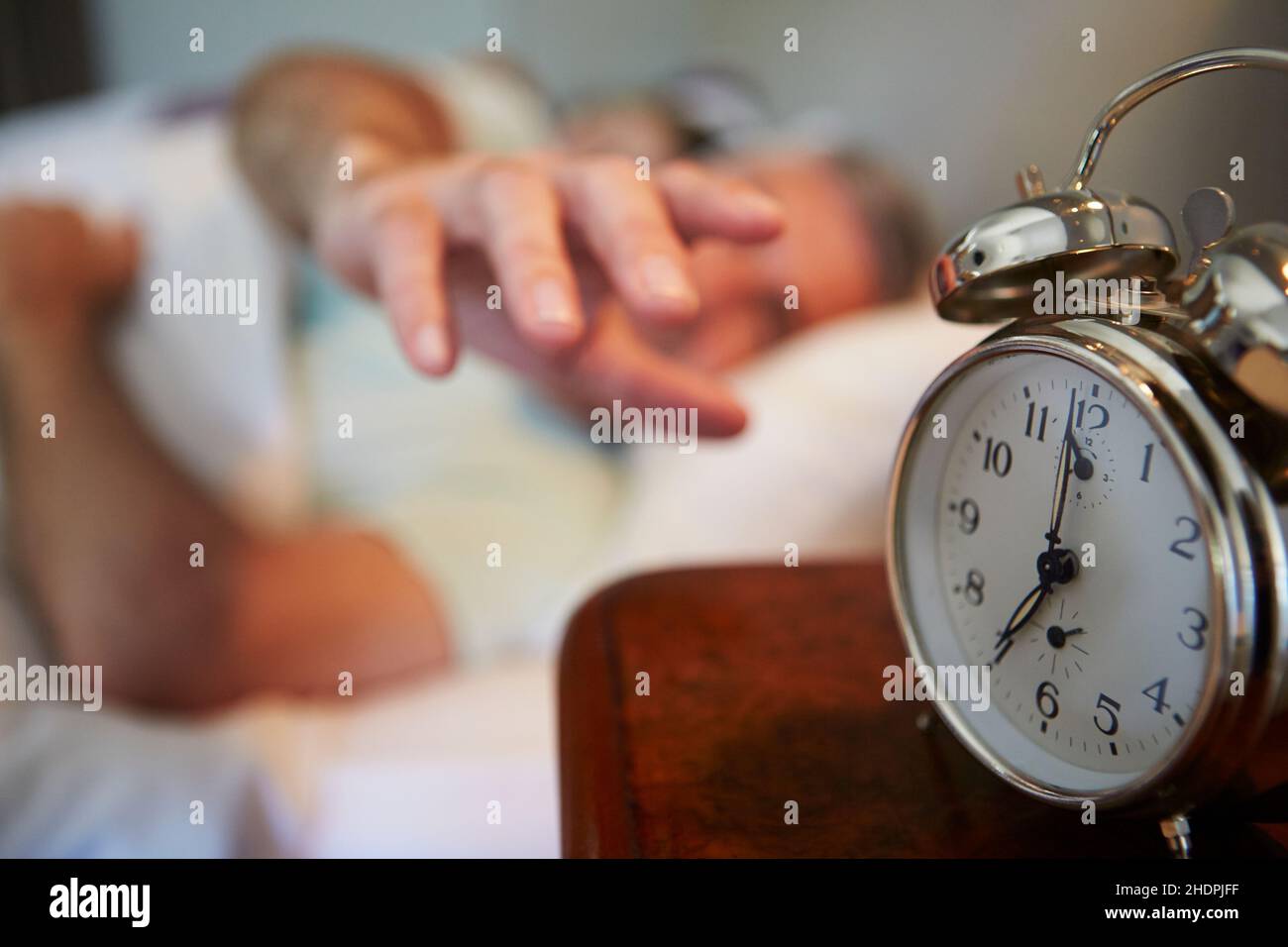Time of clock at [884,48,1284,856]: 7:00
